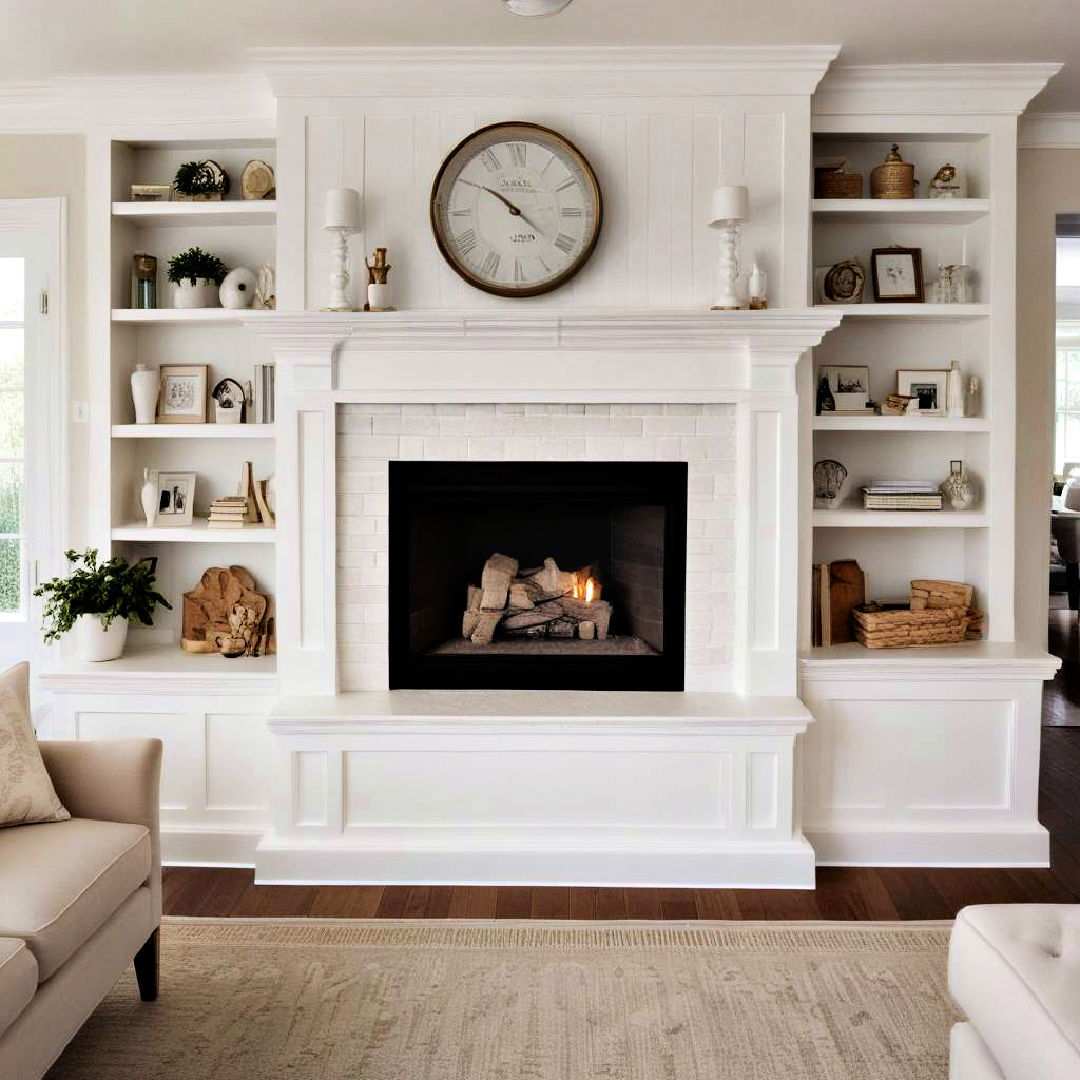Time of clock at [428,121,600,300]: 10:21
